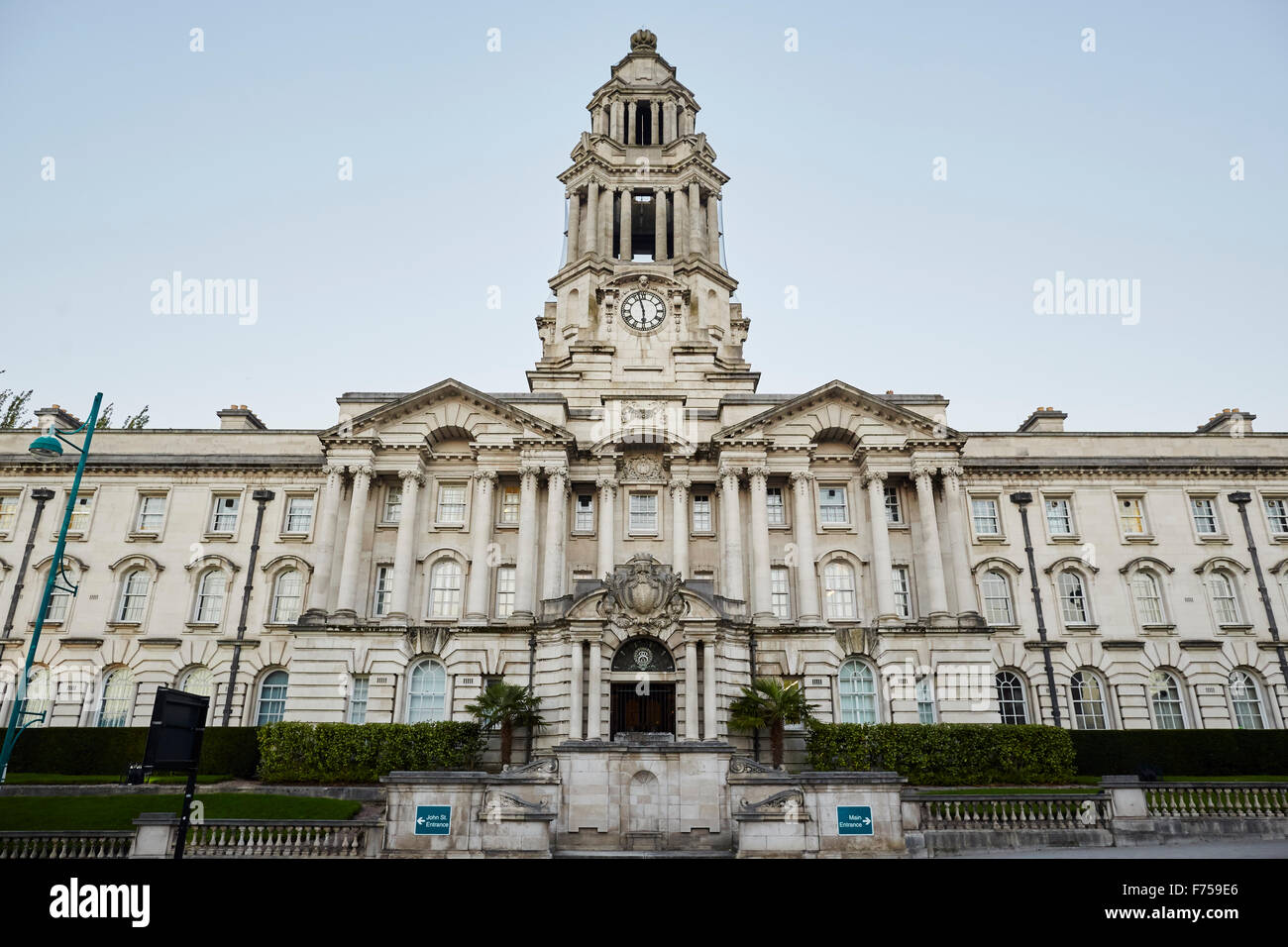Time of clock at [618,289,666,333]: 5:57
